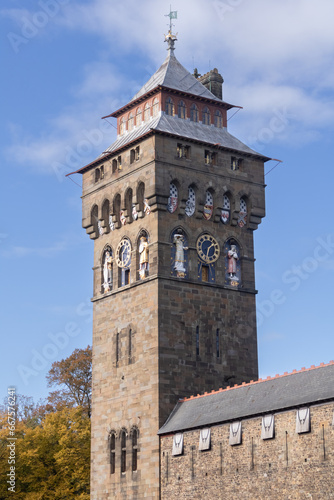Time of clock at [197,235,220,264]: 1:32
